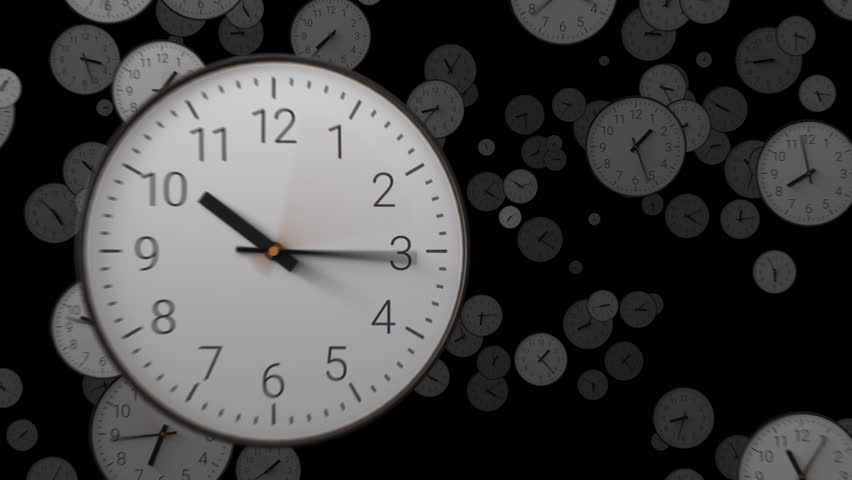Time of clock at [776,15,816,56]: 3:29
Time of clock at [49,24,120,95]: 3:26
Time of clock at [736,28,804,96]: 8:44
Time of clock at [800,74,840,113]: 5:15
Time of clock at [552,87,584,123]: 9:36
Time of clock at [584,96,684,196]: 1:26
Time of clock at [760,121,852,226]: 7:57
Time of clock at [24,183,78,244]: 4:52
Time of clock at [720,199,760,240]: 12:13
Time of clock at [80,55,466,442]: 10:15
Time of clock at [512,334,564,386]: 1:22
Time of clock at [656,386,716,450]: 8:32
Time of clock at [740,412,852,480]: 11:05
